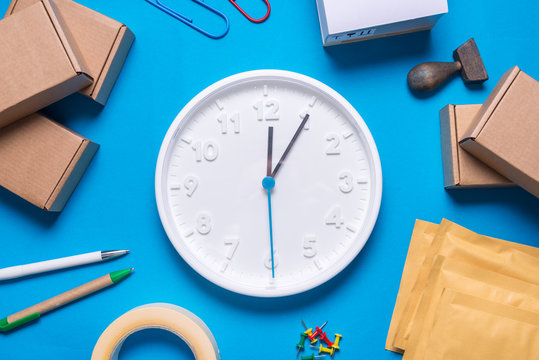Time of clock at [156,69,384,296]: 12:05
